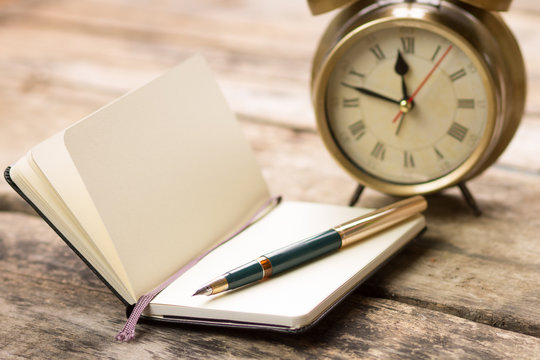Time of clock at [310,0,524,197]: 11:47
